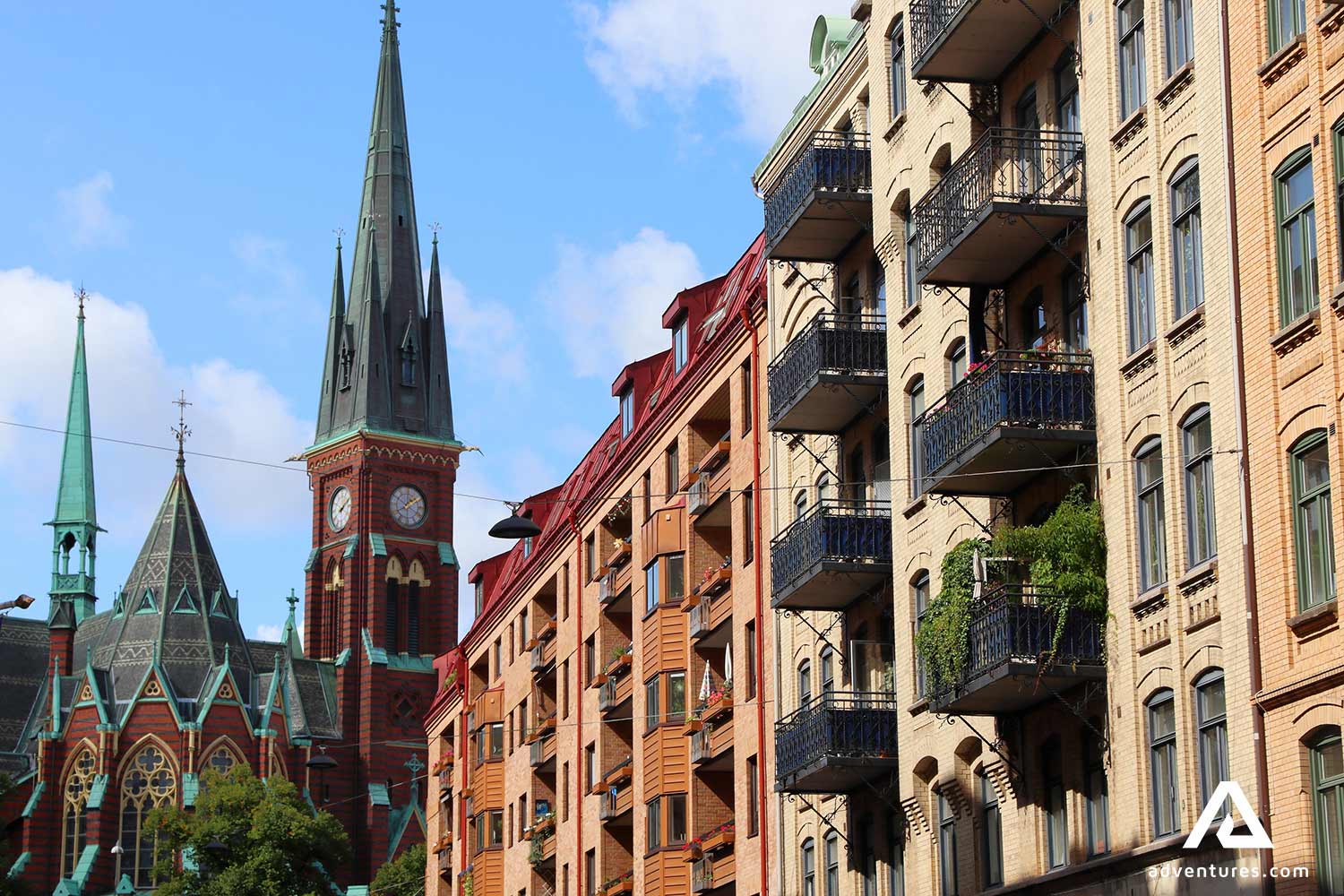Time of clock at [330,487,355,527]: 8:09
